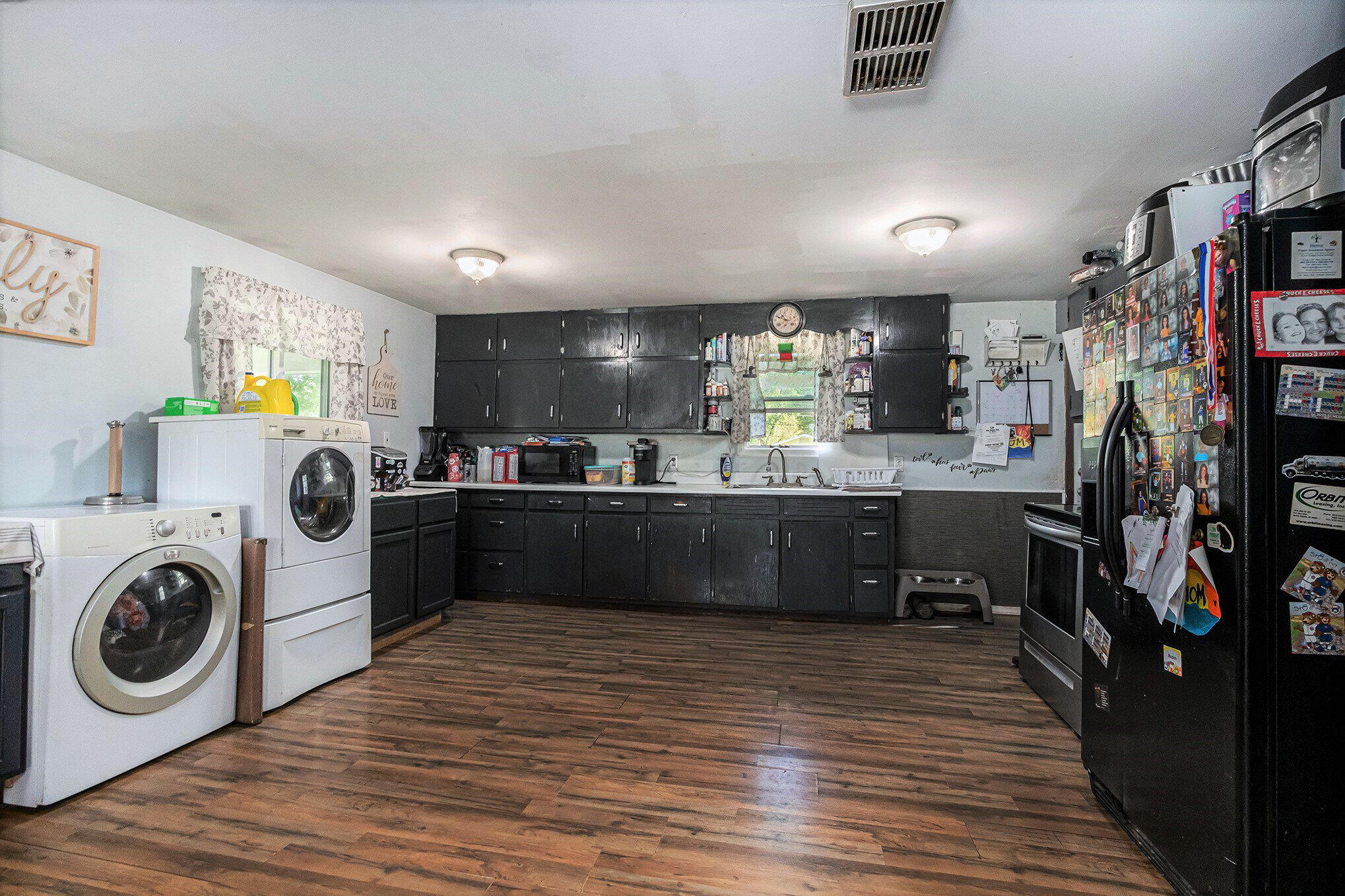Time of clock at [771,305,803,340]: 10:48
